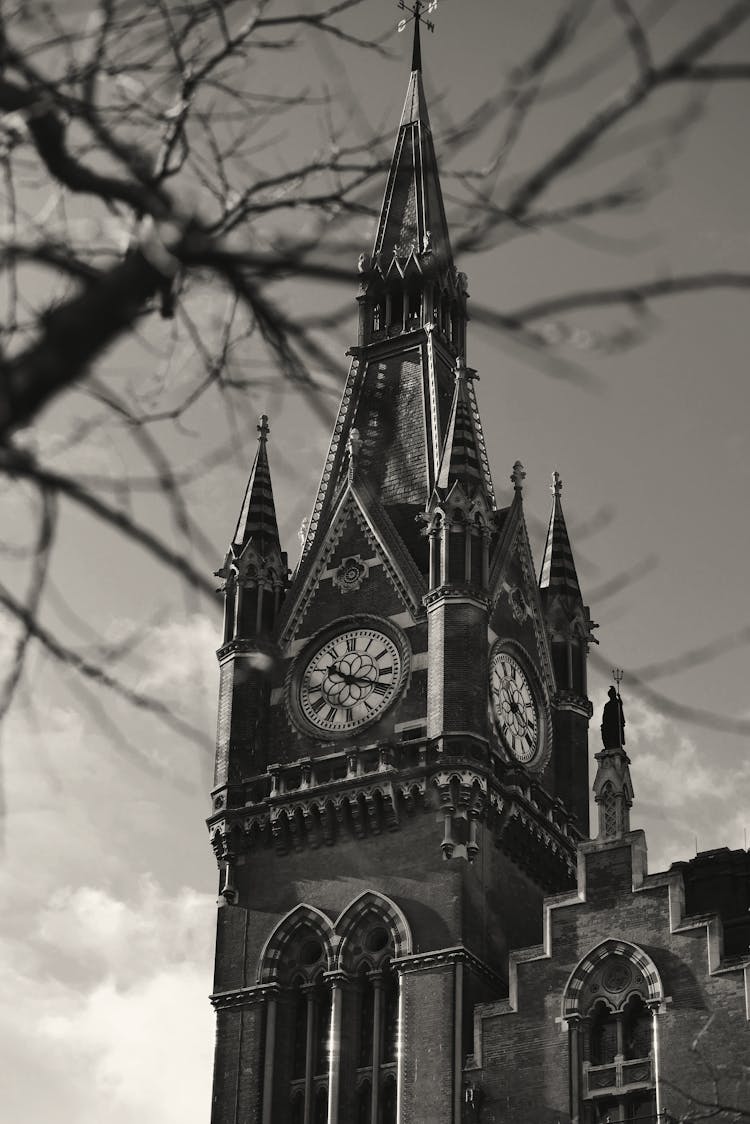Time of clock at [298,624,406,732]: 10:18
